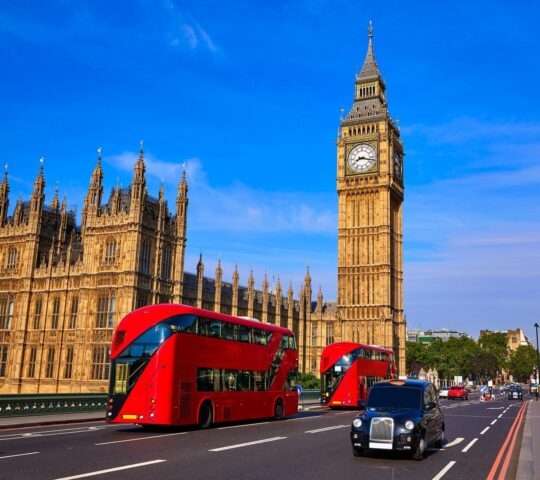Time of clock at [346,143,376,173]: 8:17
